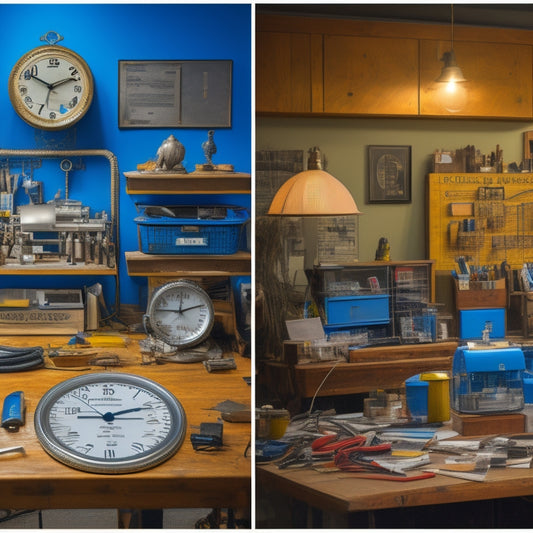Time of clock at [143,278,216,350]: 9:12
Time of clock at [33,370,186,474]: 9:11
